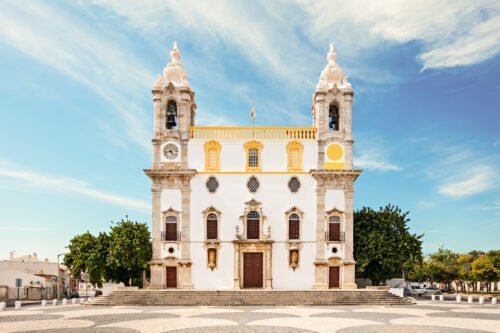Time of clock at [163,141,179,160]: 4:42
